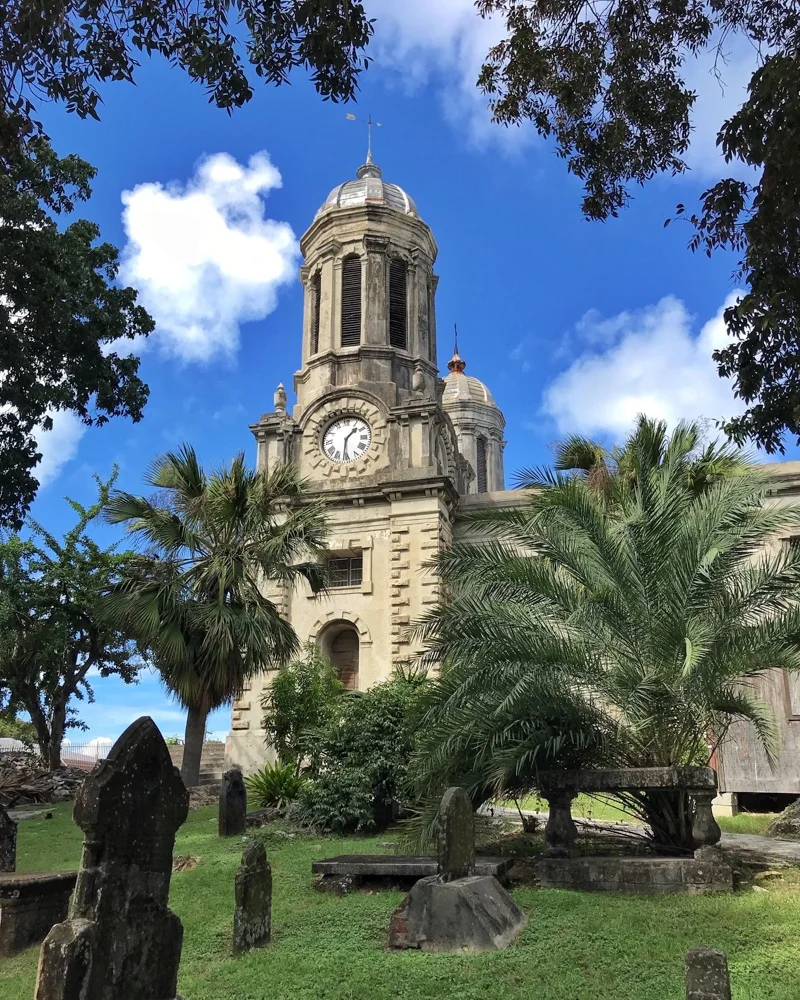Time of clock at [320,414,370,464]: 1:31
